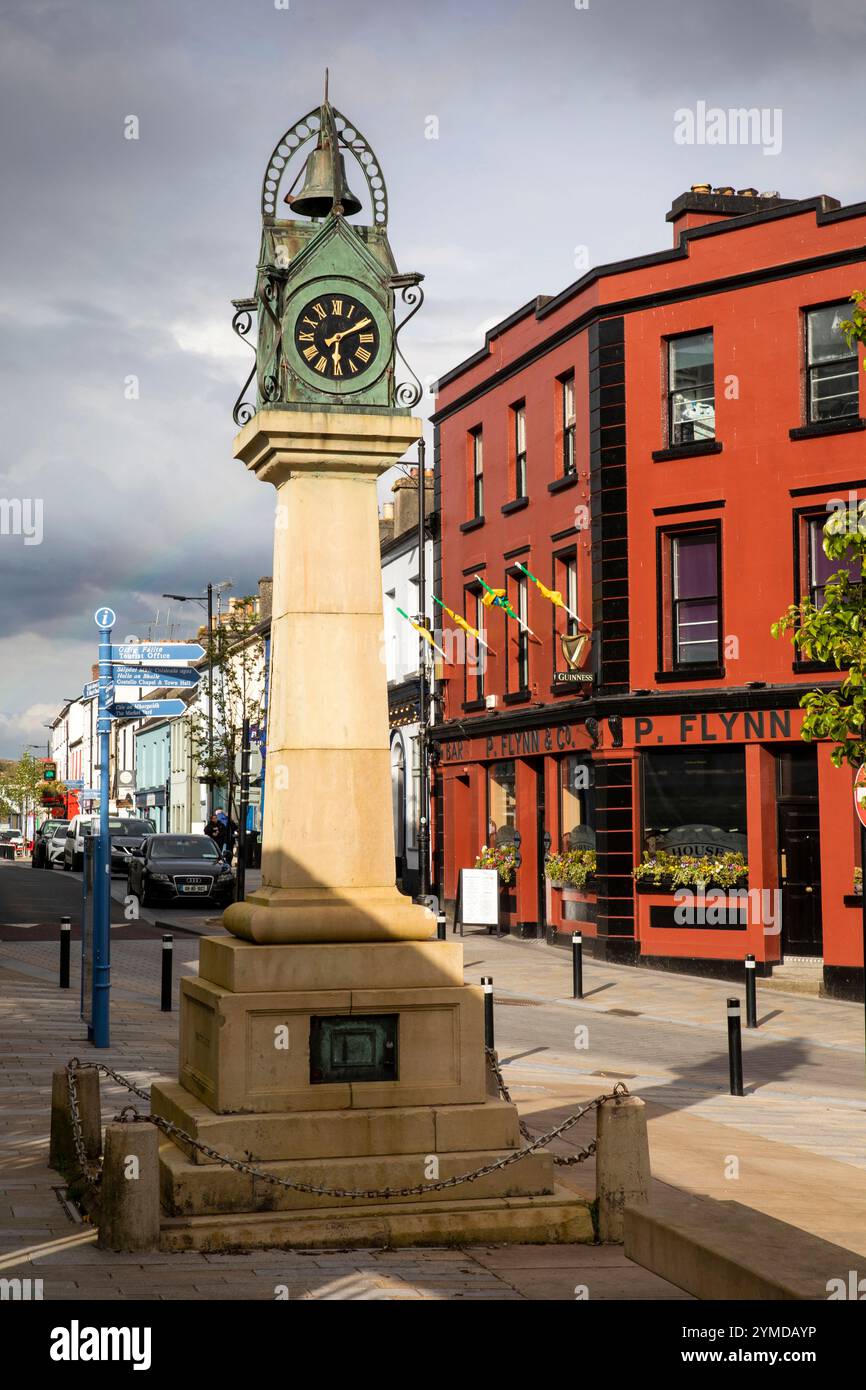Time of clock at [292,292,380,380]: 6:10
